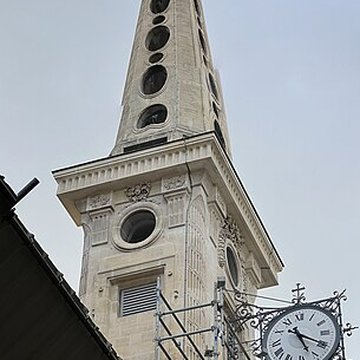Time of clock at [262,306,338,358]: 5:20
